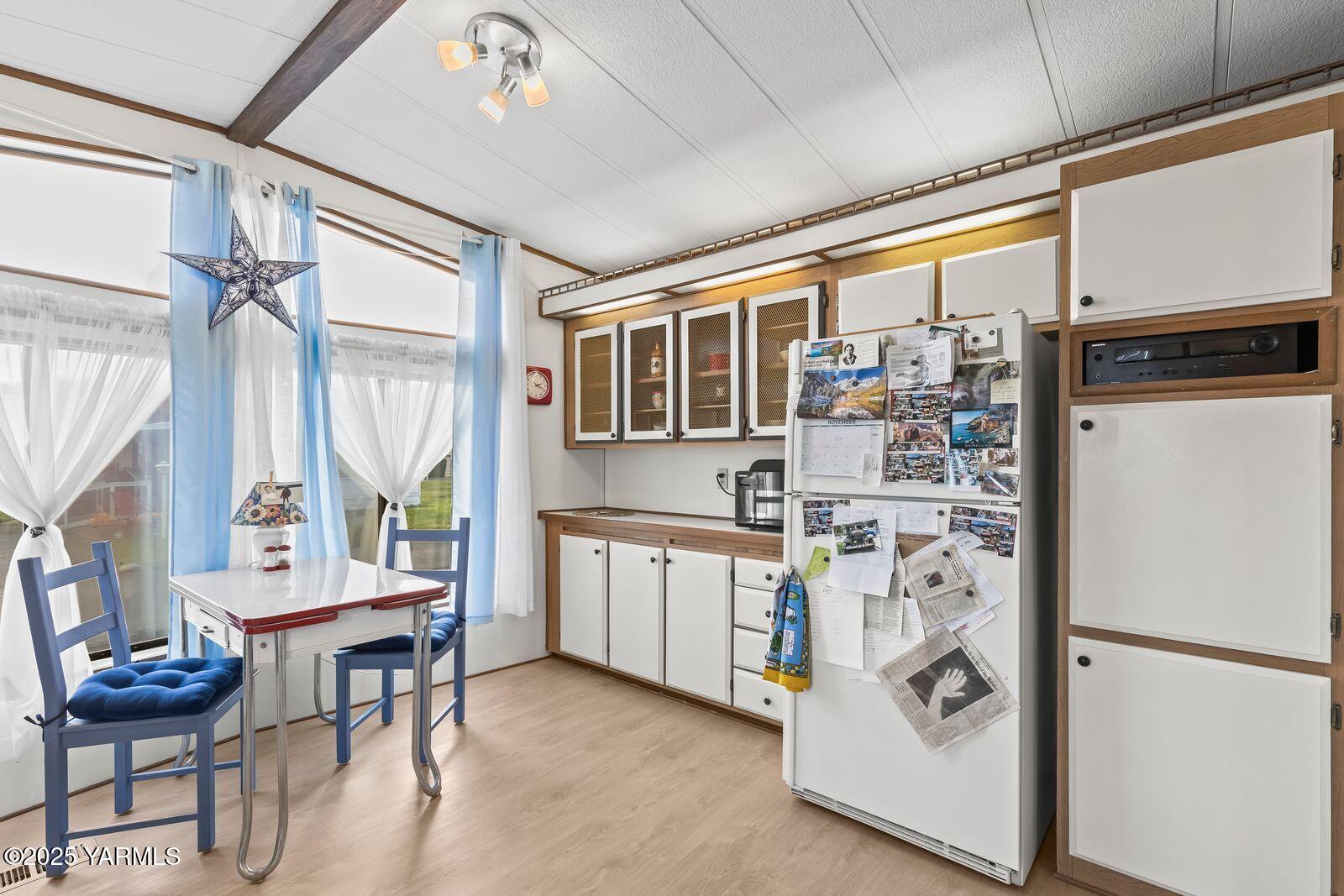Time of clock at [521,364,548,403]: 2:18
